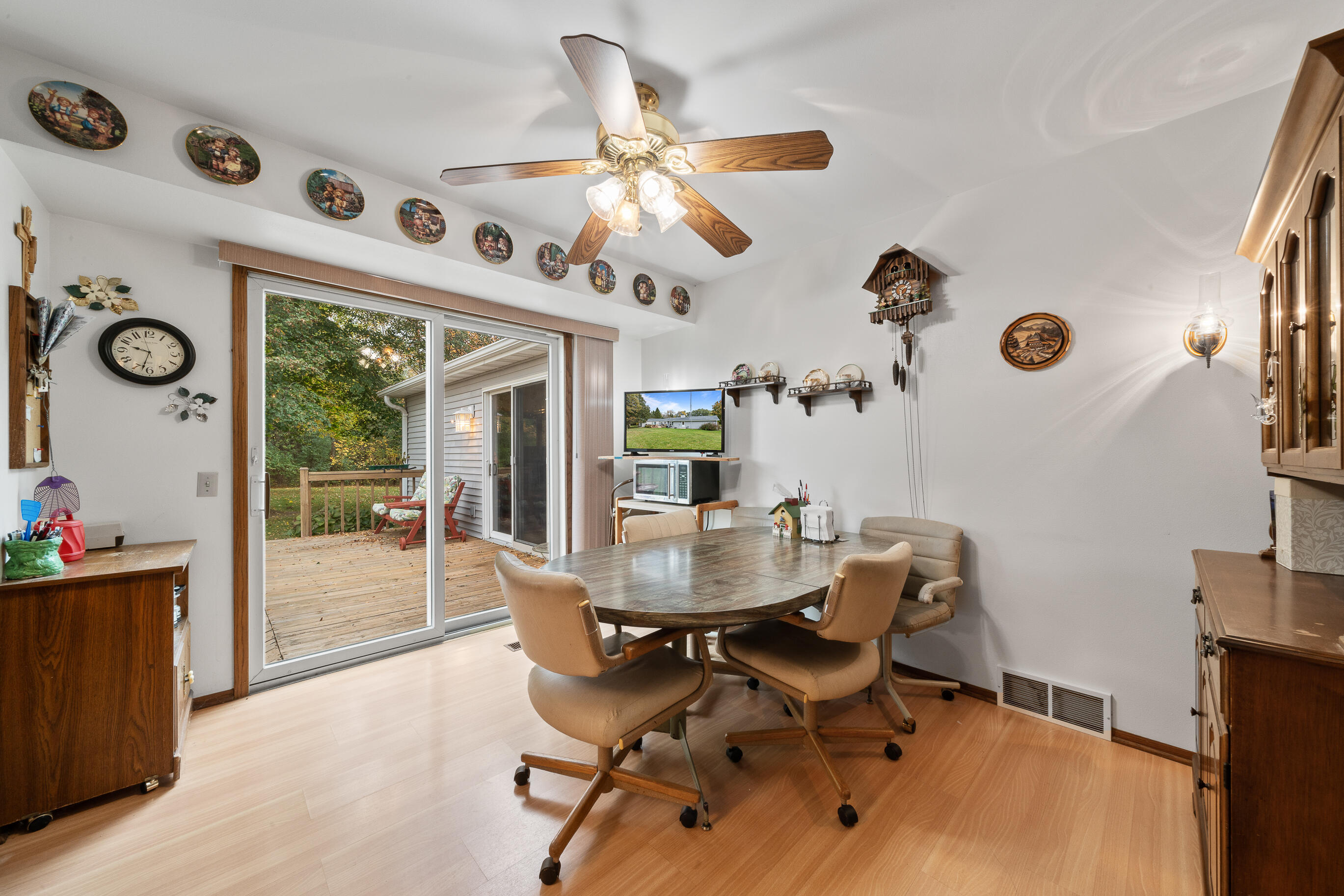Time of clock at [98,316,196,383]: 9:32
